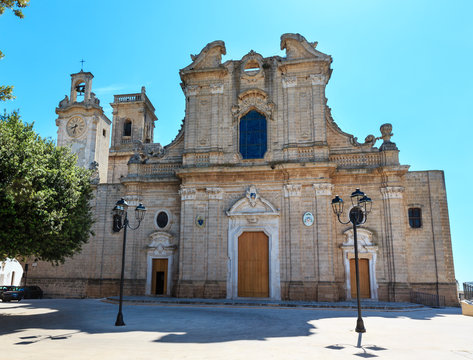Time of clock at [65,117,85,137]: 8:32
